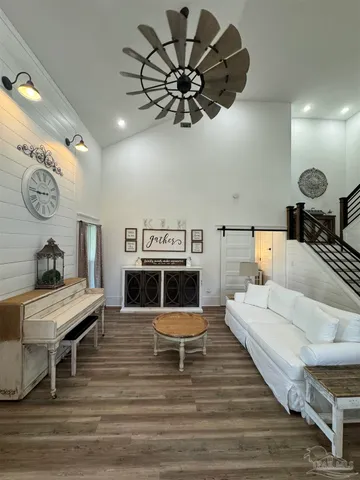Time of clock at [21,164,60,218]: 2:44
